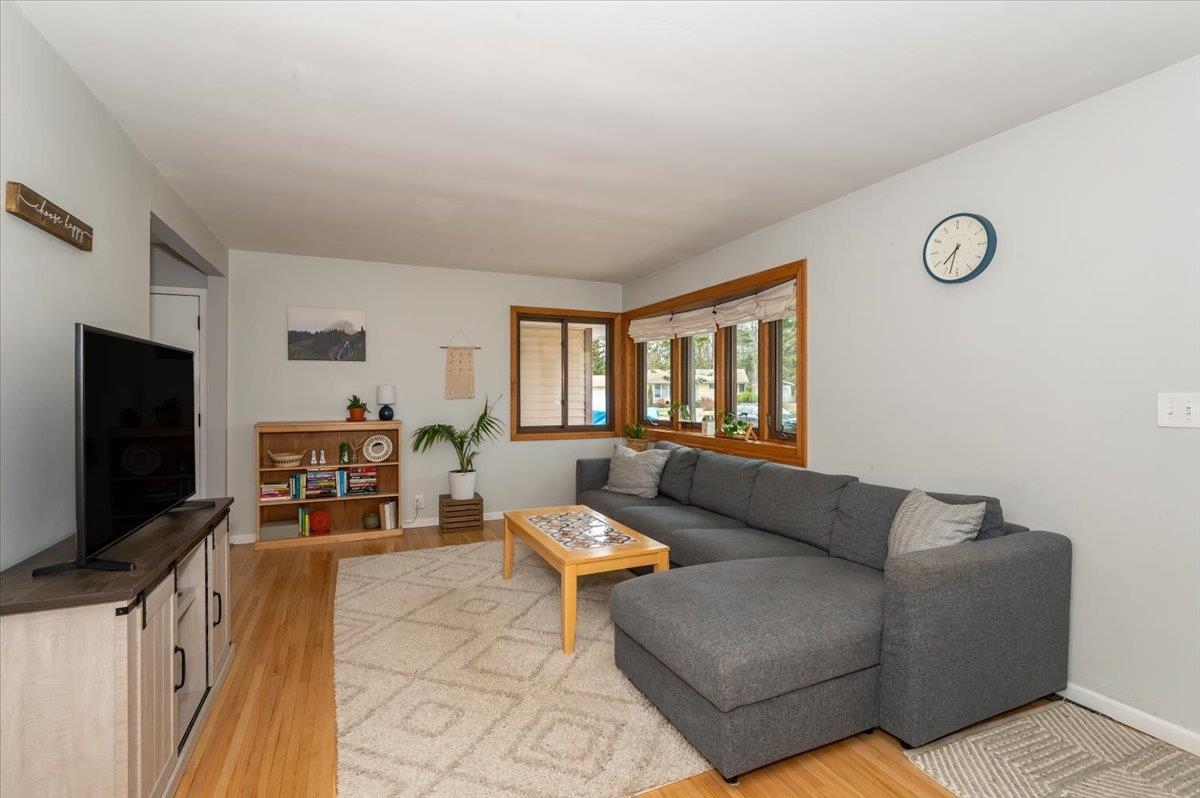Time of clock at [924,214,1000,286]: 7:32
